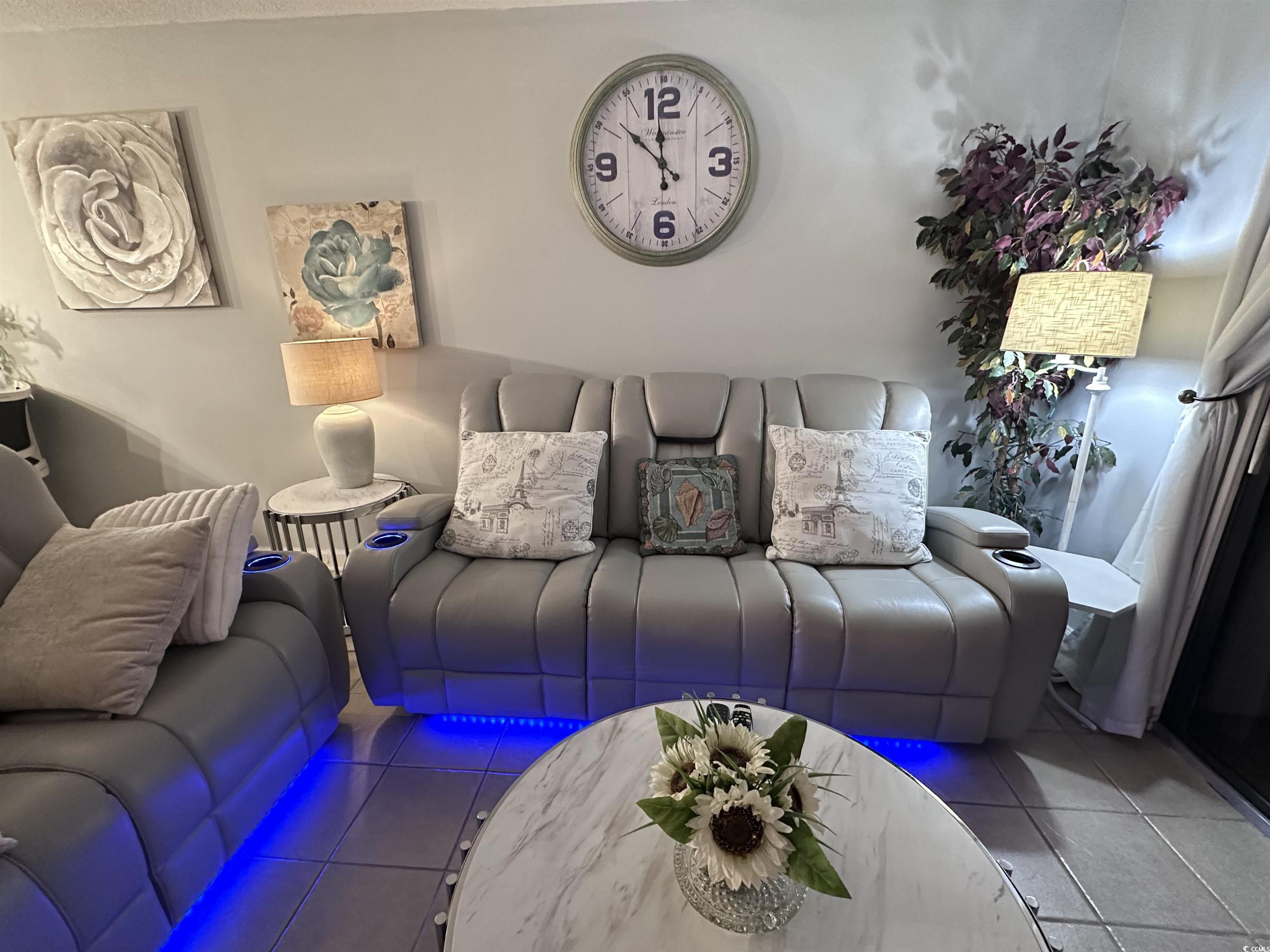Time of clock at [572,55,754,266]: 11:51
